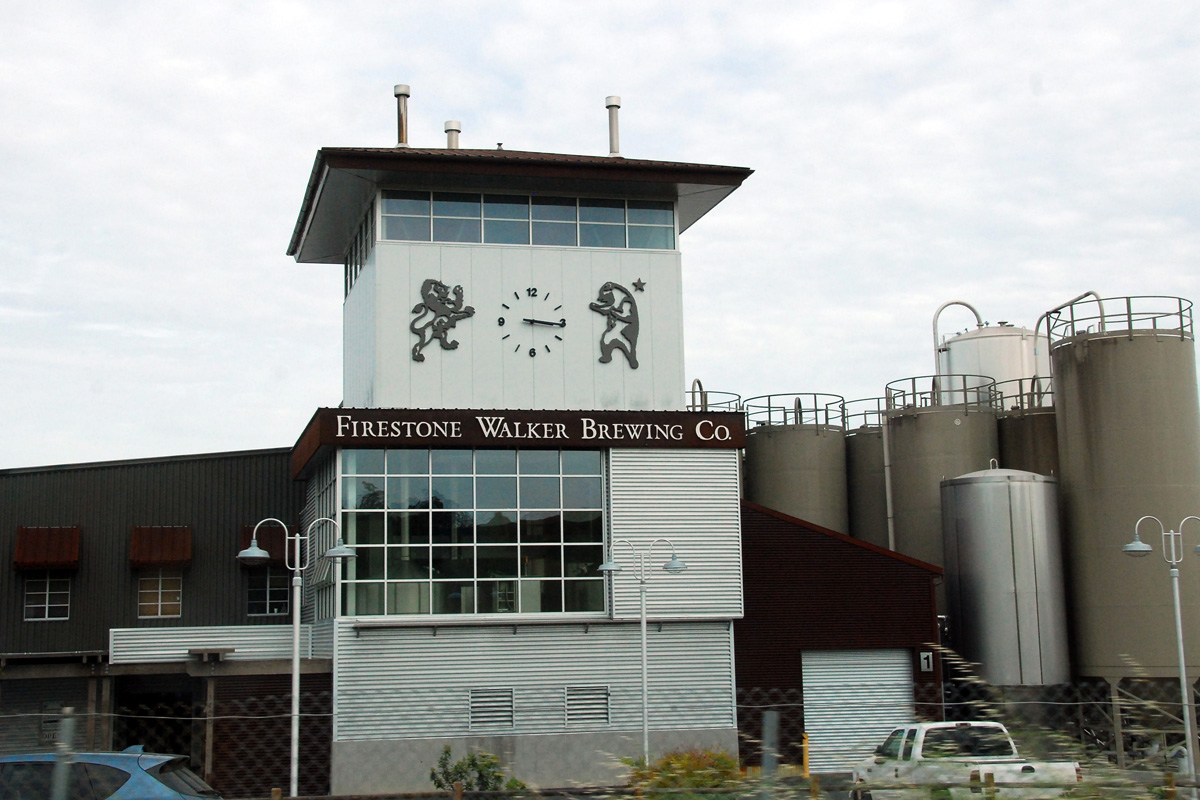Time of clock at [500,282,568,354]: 3:15
